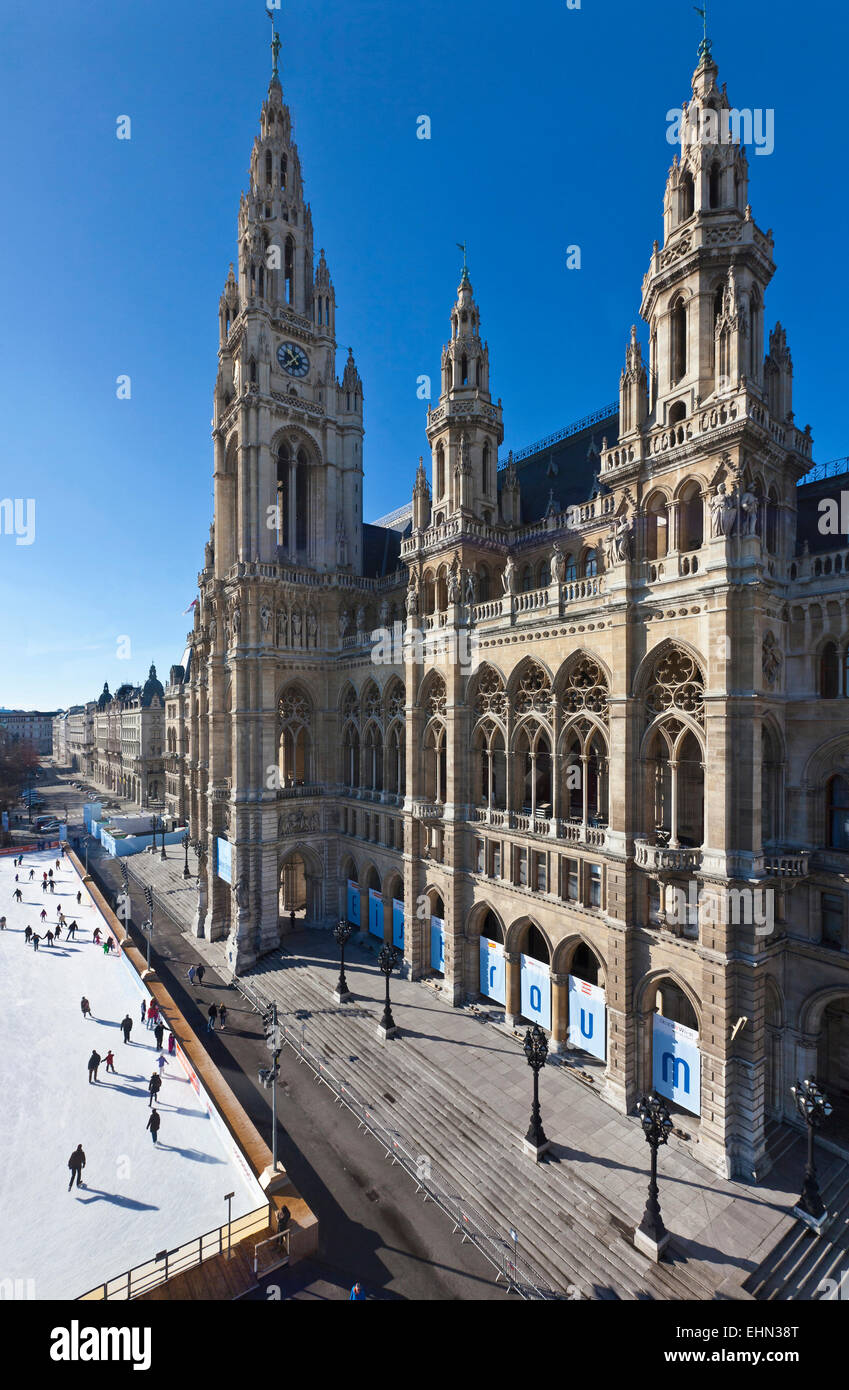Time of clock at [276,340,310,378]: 10:37
